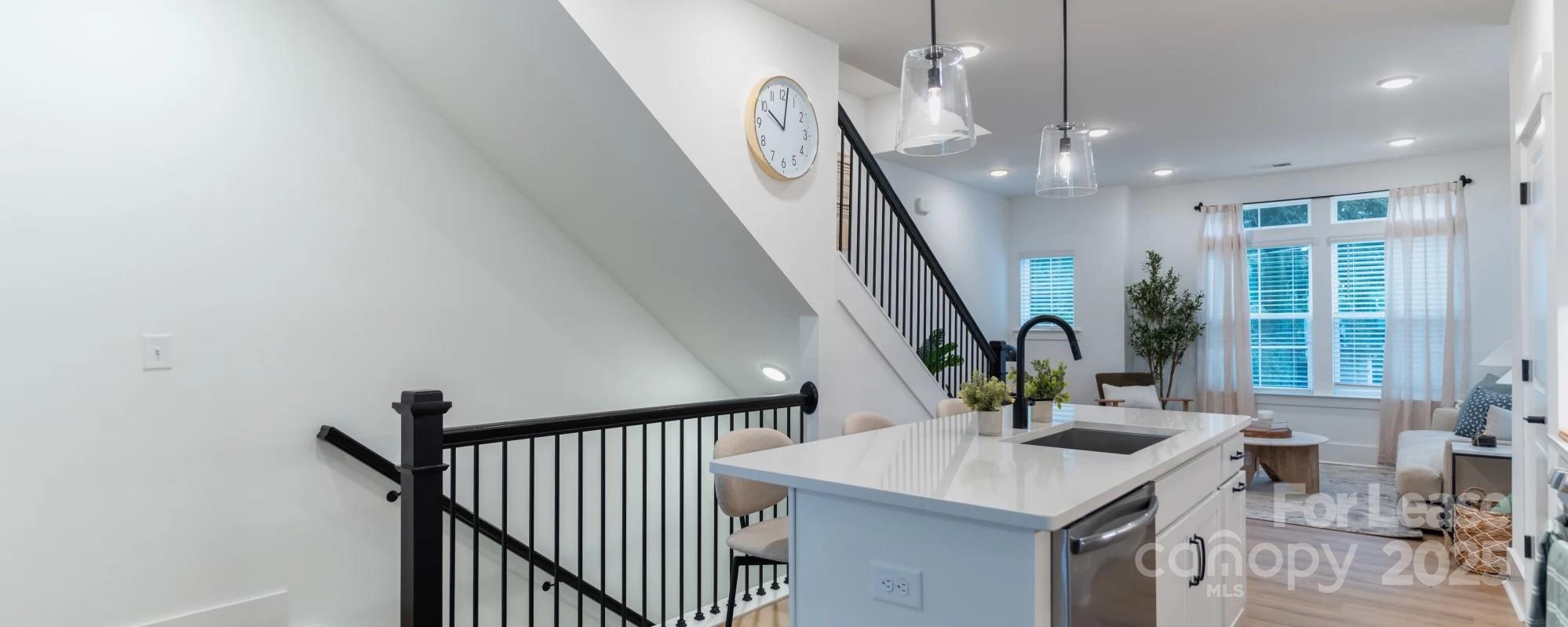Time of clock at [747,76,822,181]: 10:01
